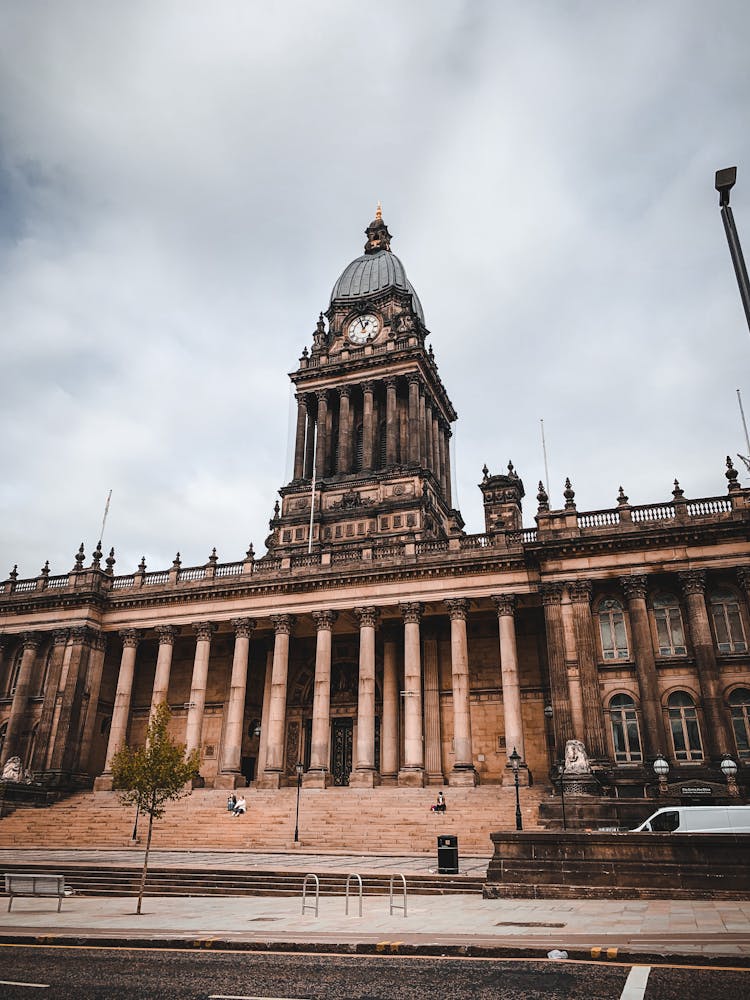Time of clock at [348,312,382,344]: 12:57
